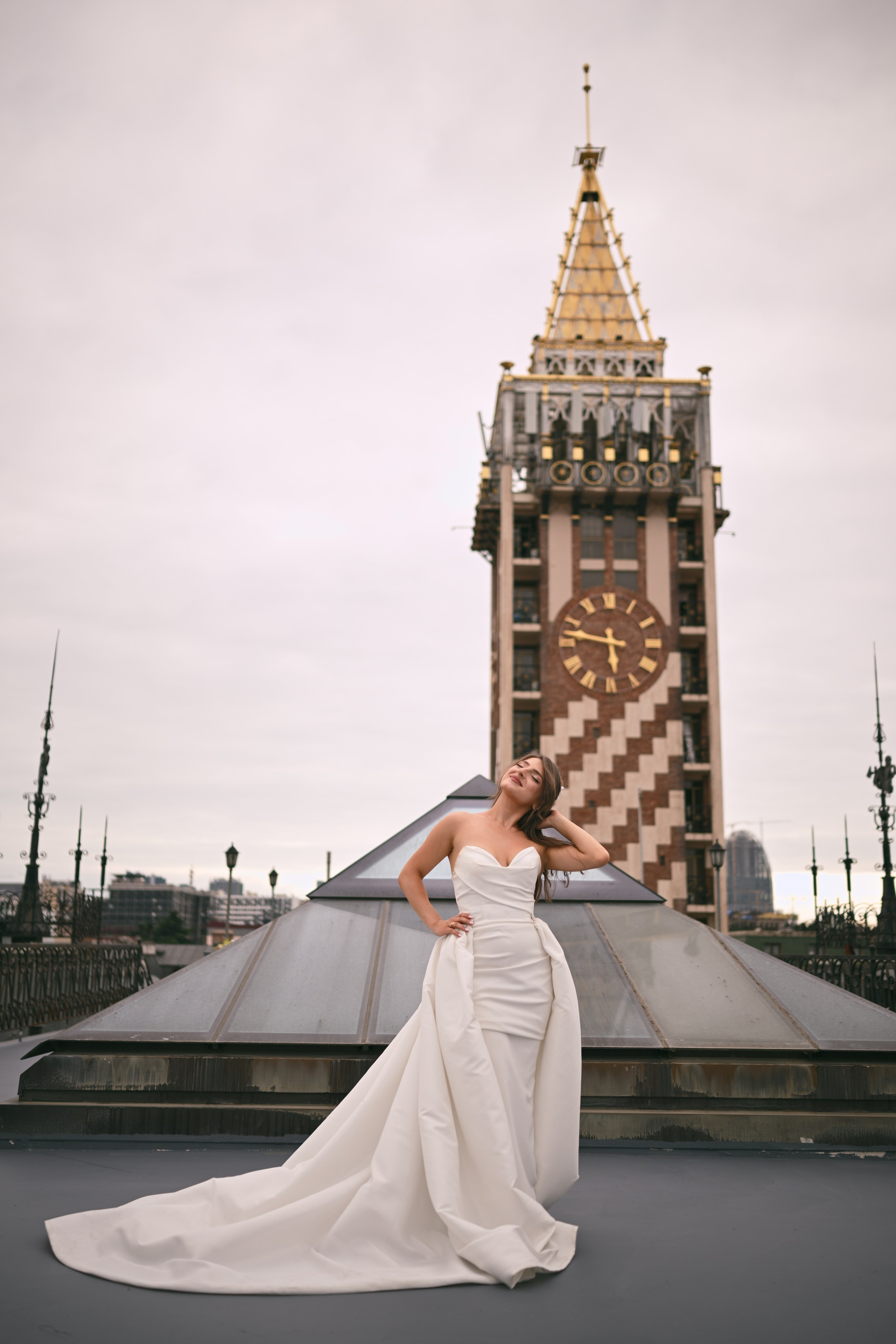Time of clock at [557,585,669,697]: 5:47
